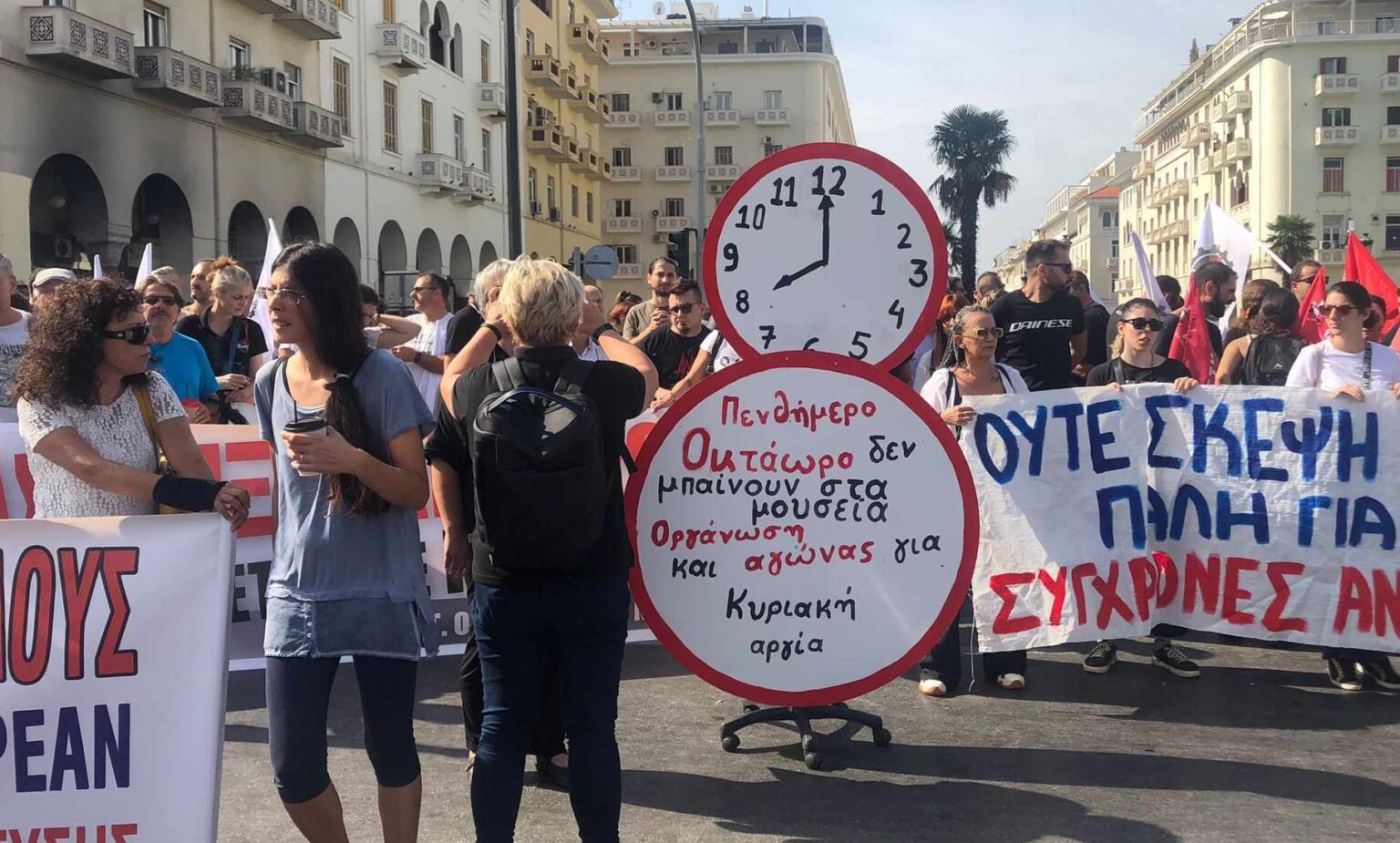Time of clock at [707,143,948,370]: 7:59
